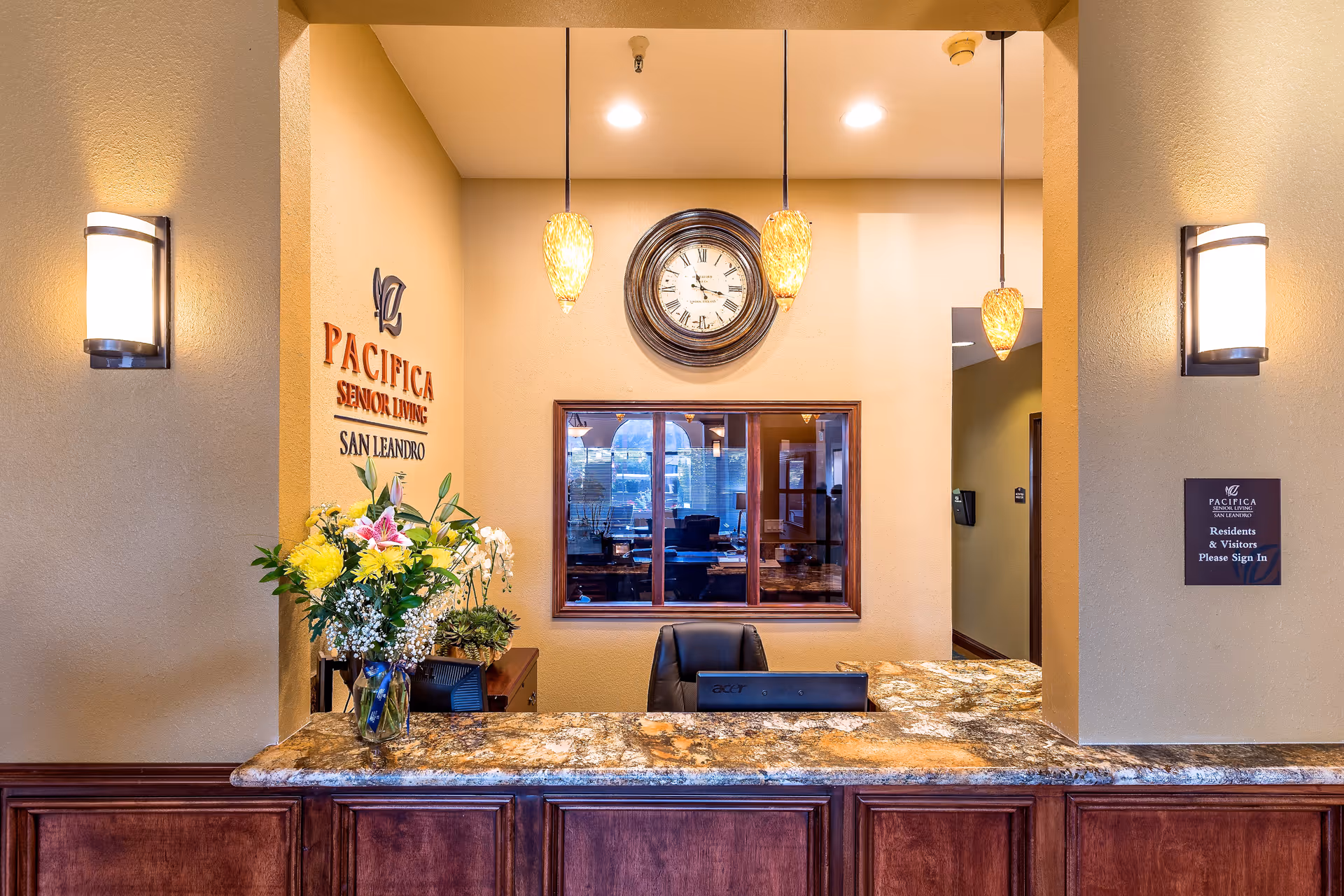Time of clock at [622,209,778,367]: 11:17
